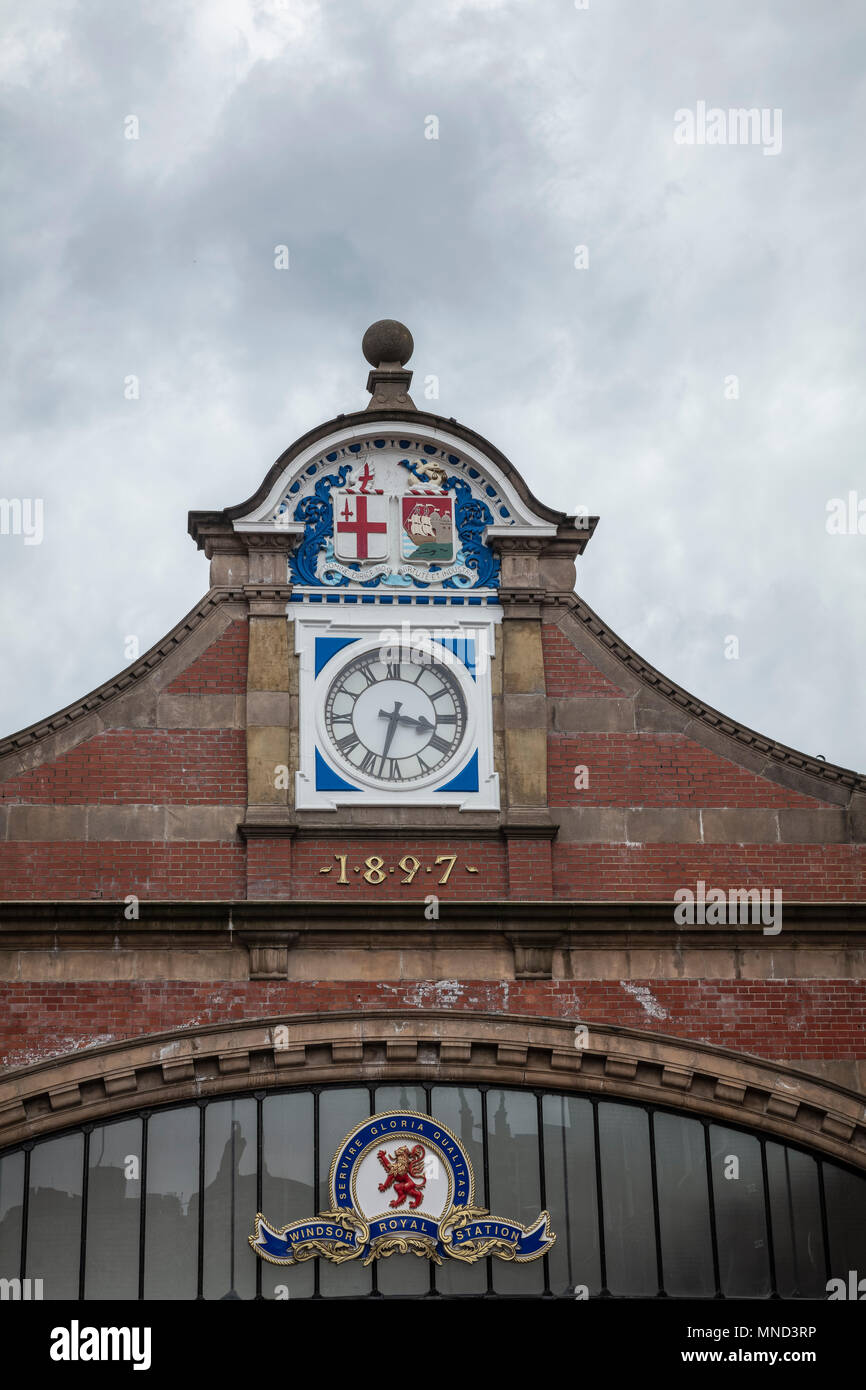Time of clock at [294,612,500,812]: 3:32
